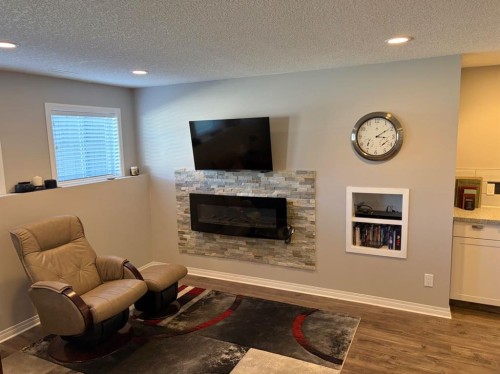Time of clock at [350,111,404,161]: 3:09
